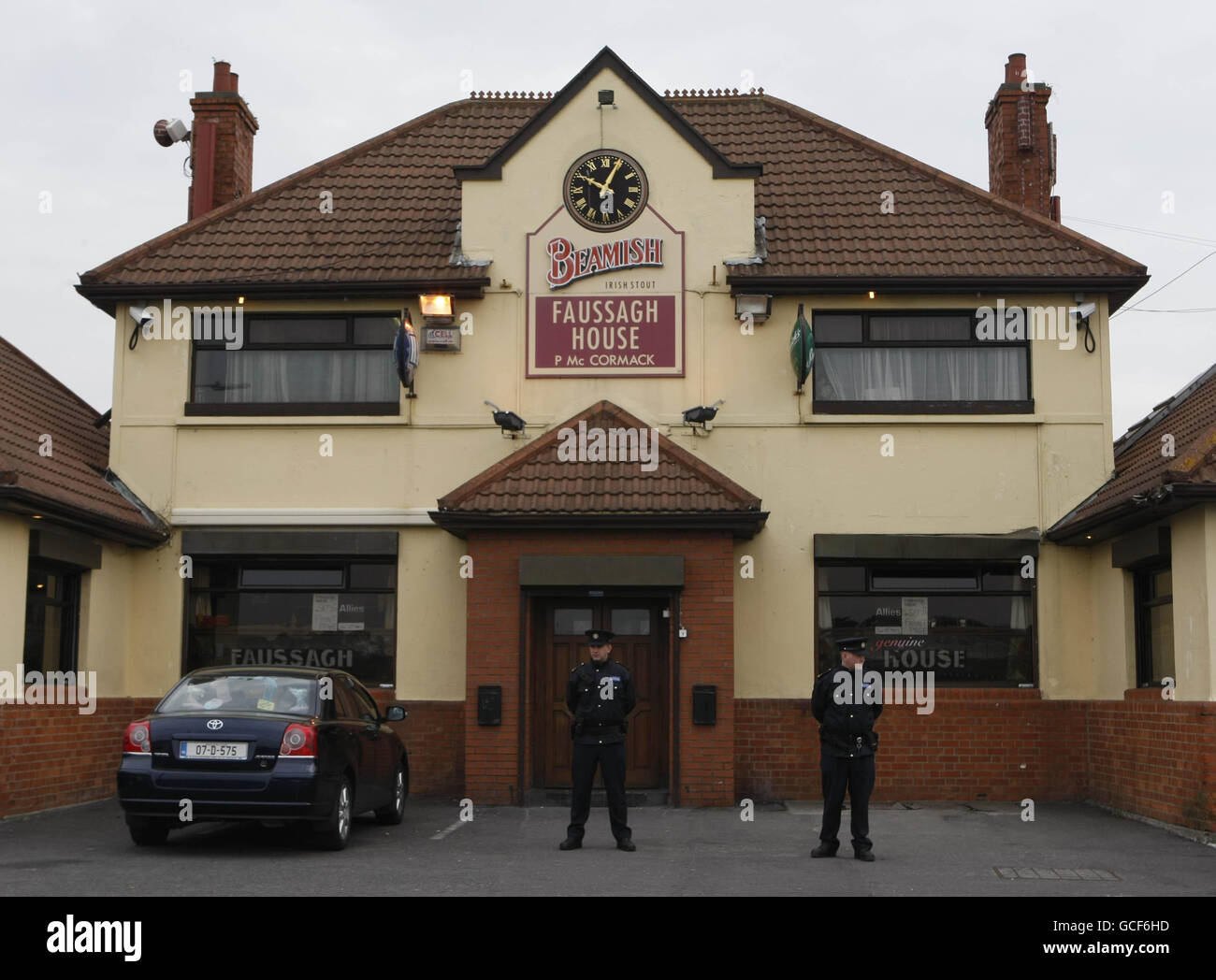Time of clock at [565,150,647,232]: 10:04
